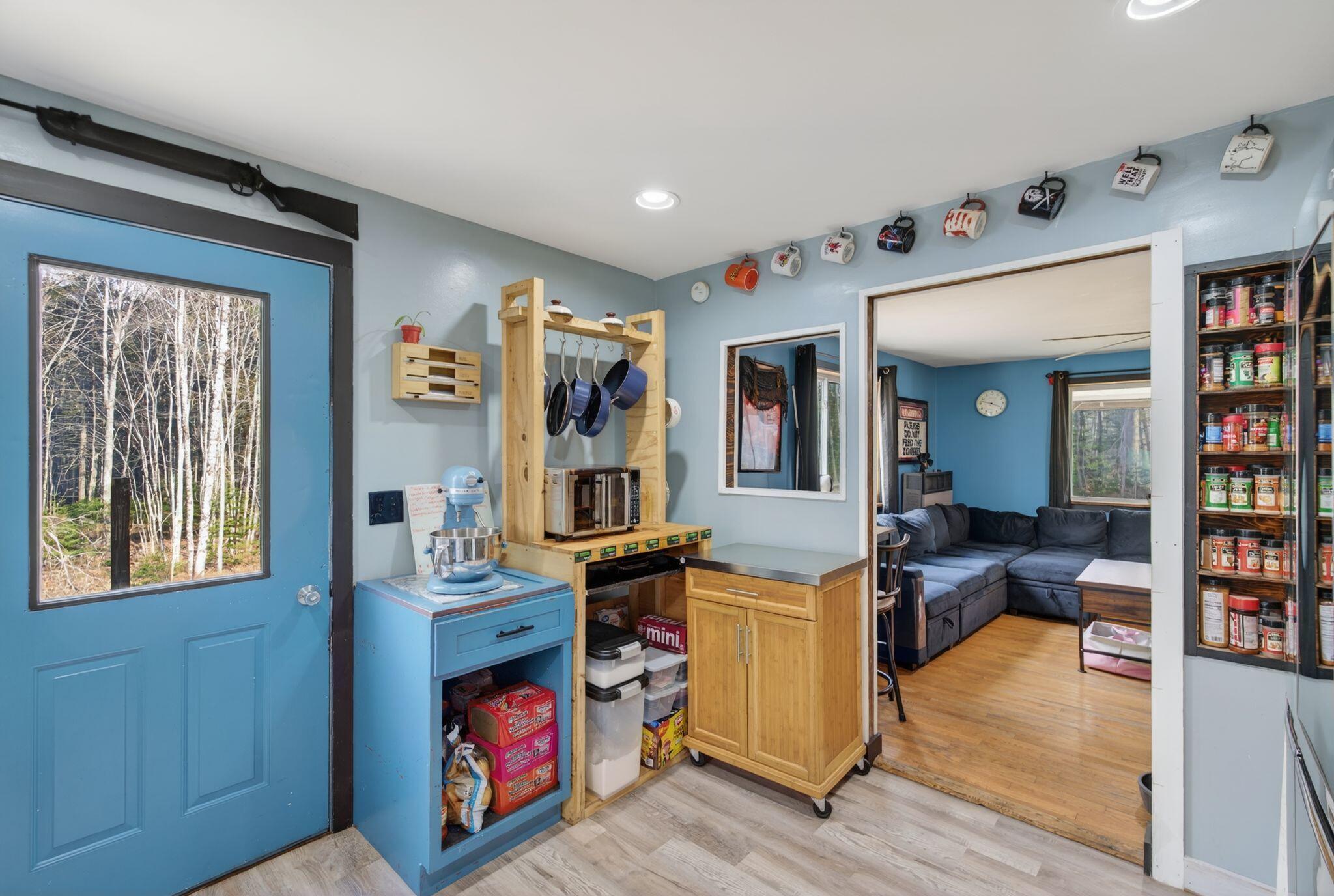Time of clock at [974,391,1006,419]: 3:47
